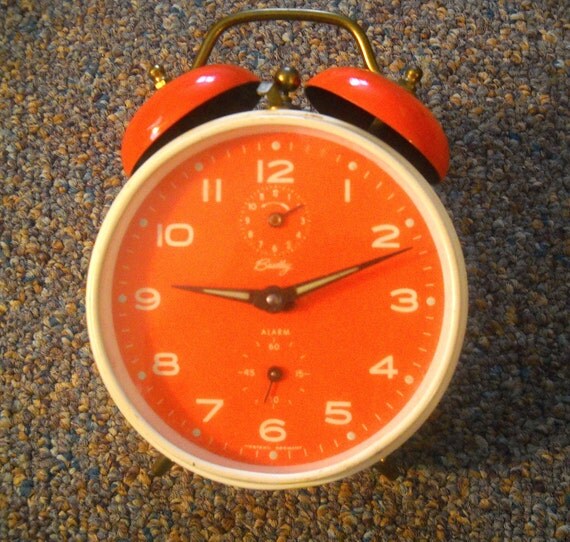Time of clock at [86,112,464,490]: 9:11
